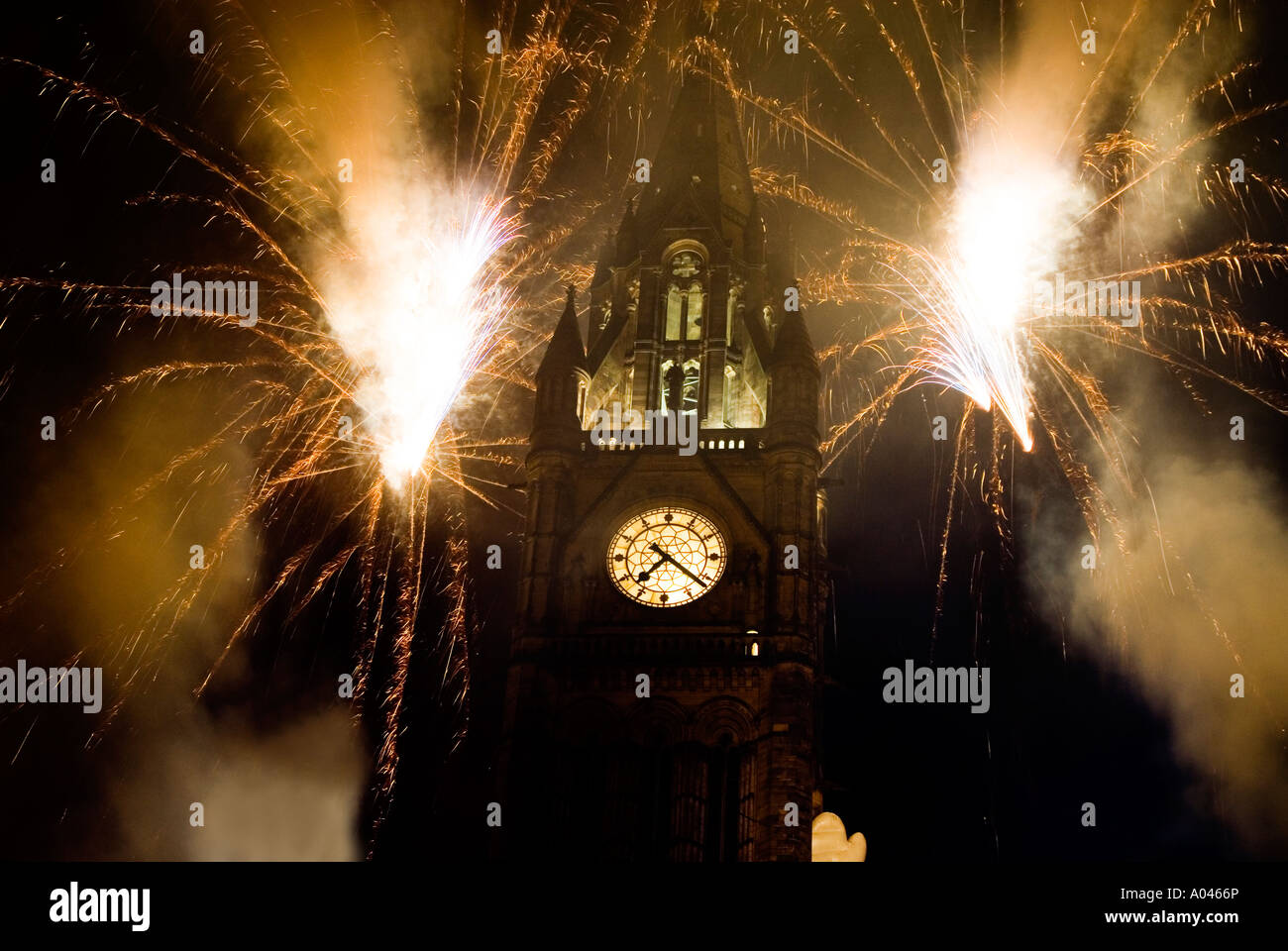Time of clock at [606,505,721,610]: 7:21
